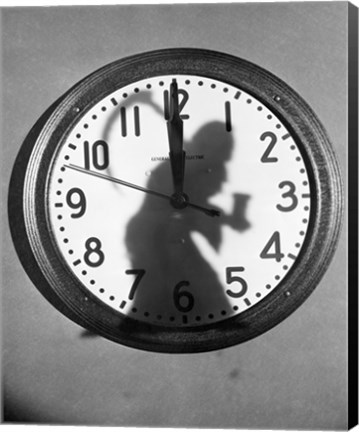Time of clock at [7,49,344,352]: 3:59
